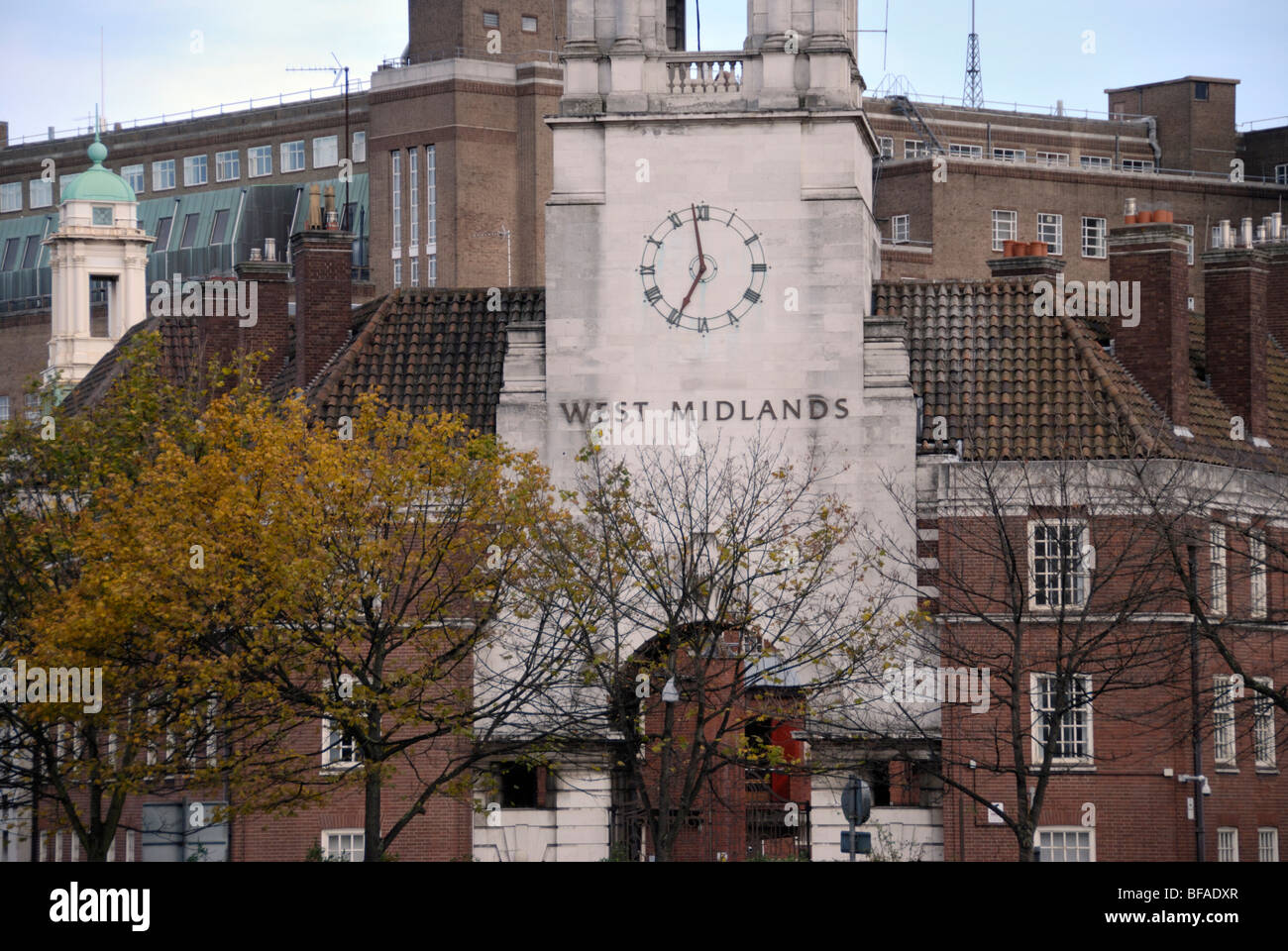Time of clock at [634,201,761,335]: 6:58
